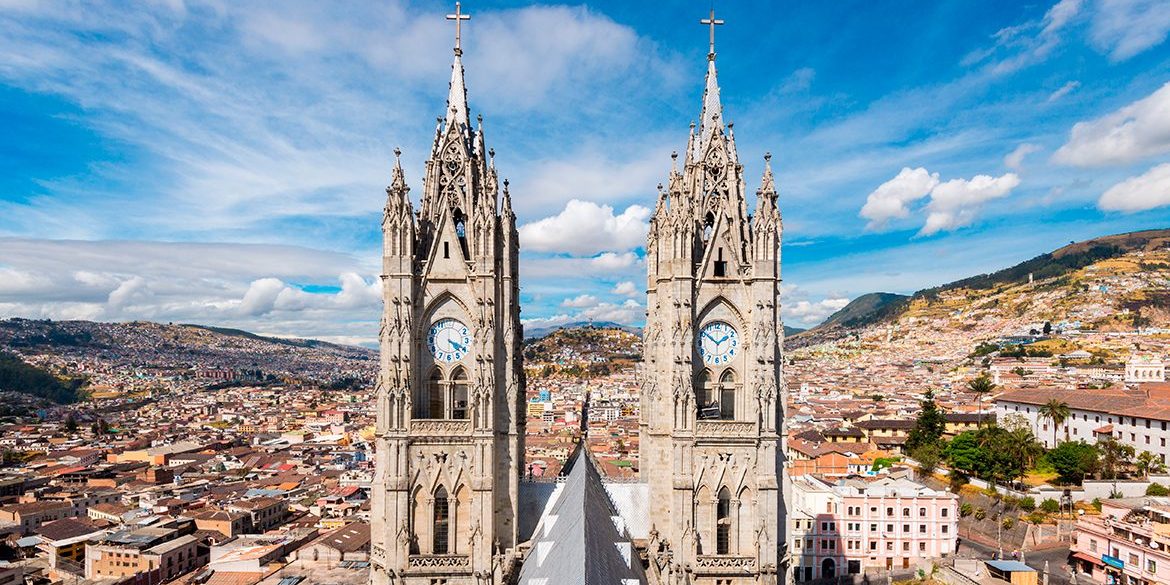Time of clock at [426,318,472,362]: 4:20
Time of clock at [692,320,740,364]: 1:51
